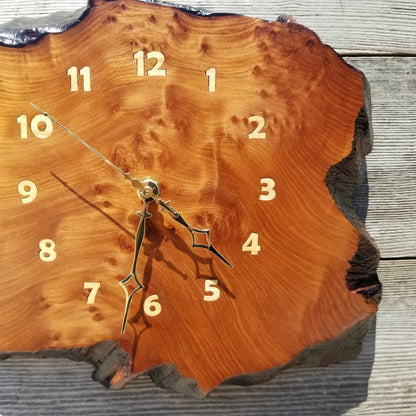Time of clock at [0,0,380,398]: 4:32
